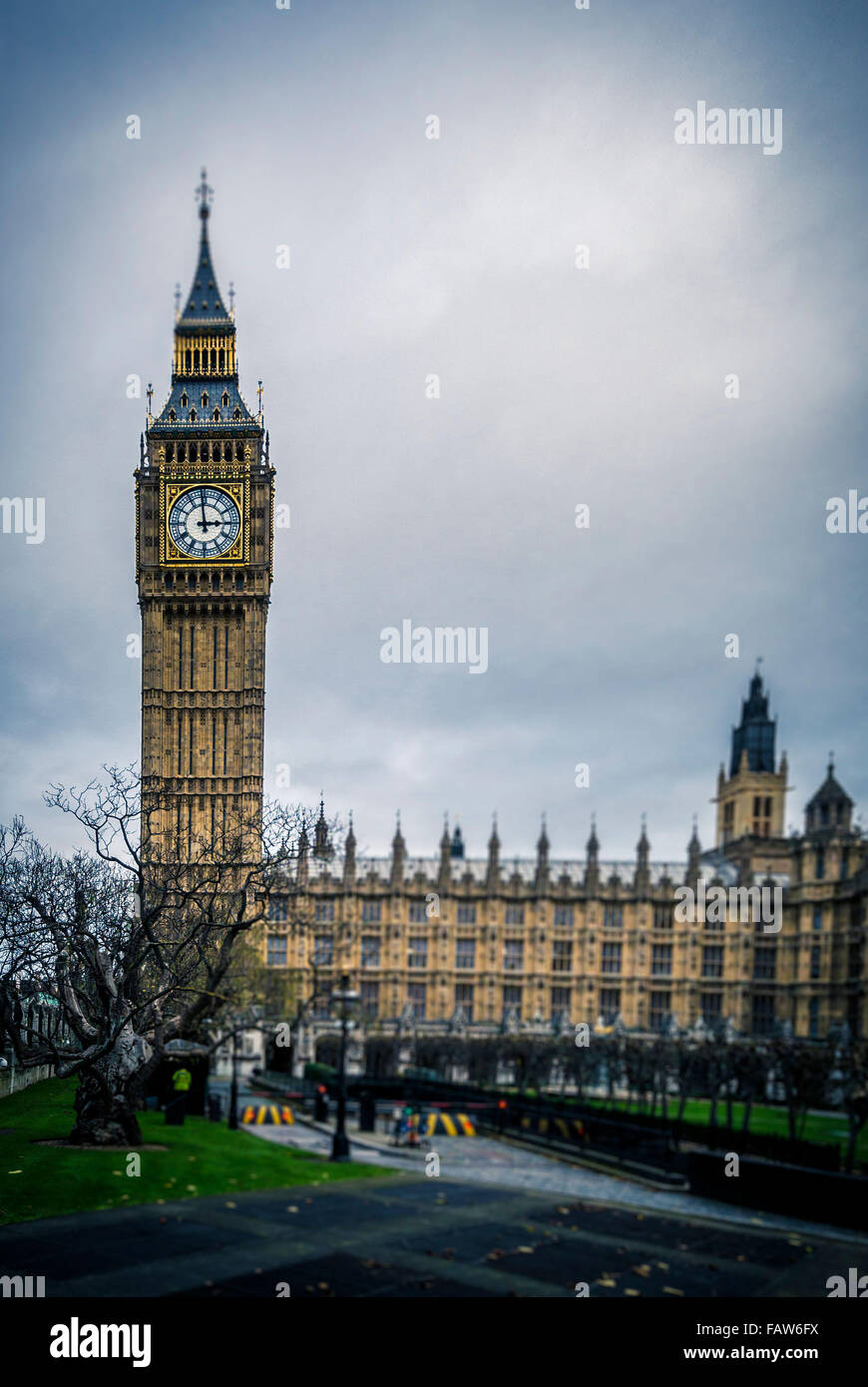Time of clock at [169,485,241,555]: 2:58
